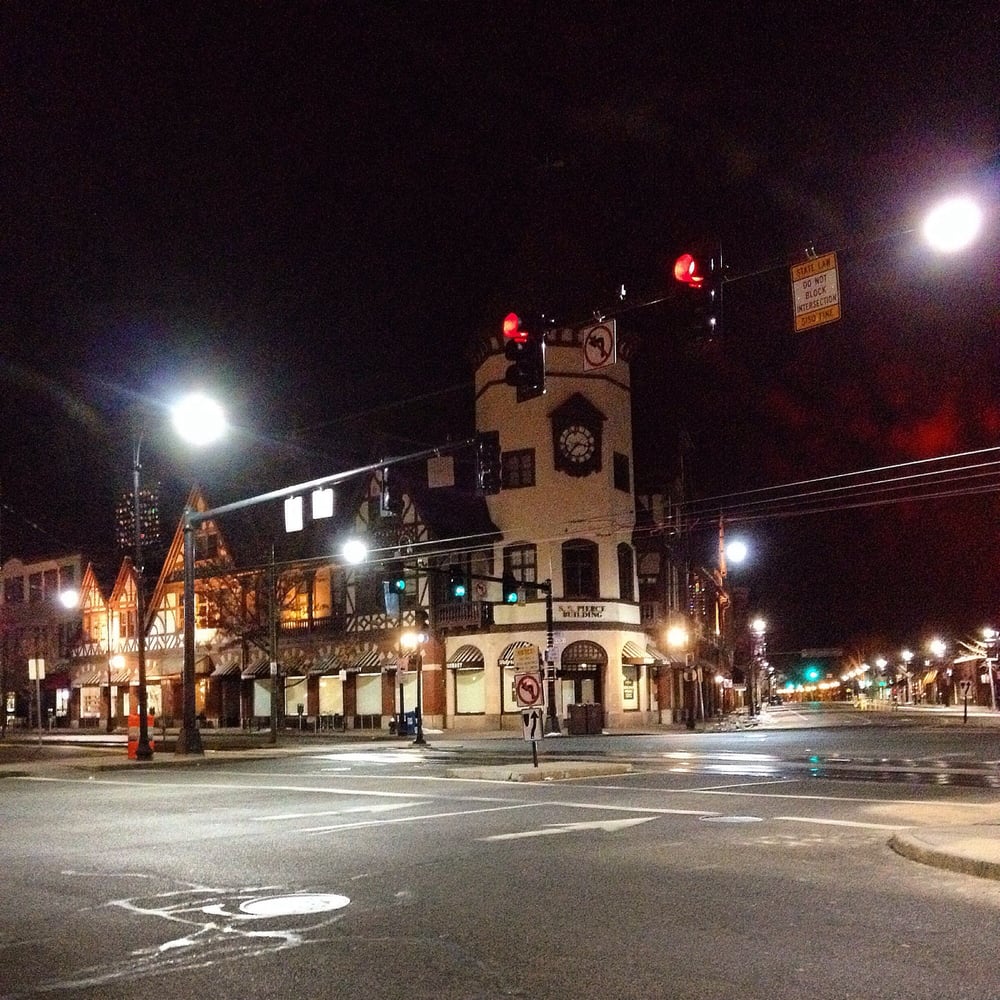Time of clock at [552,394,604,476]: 7:15
